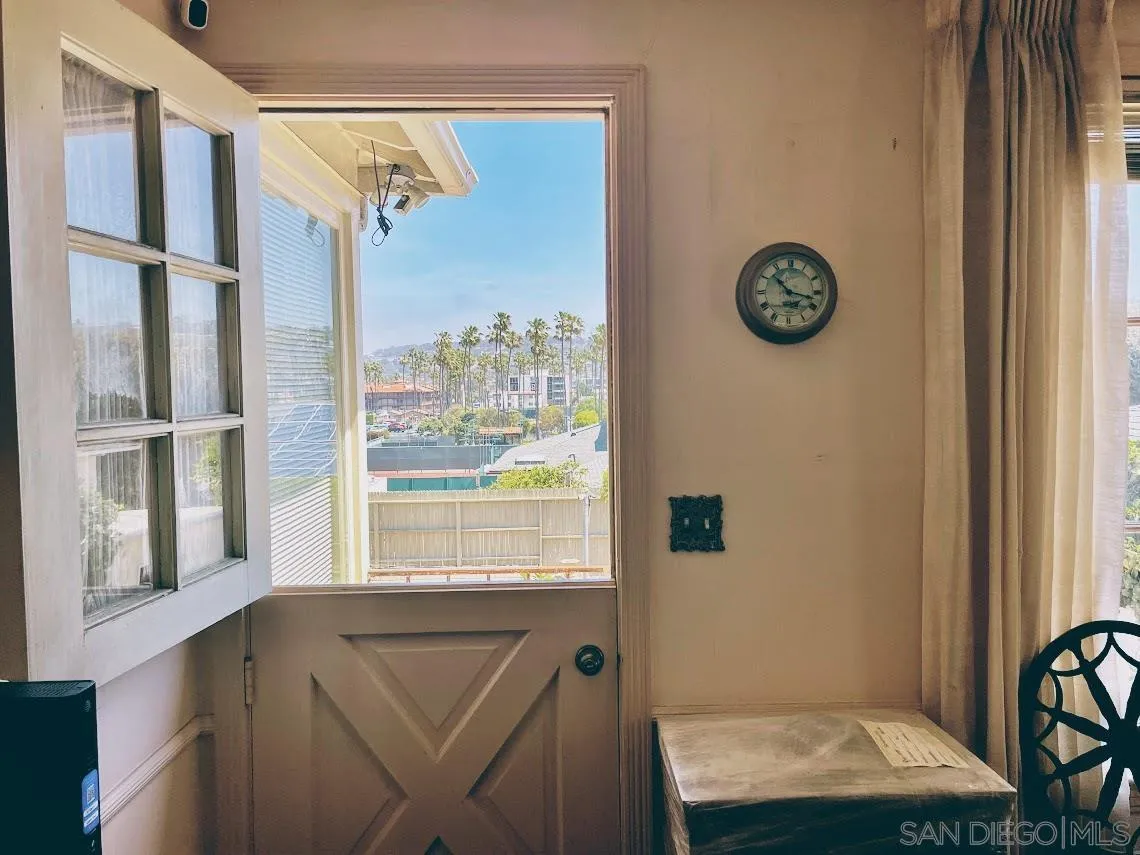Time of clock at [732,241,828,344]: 10:17
